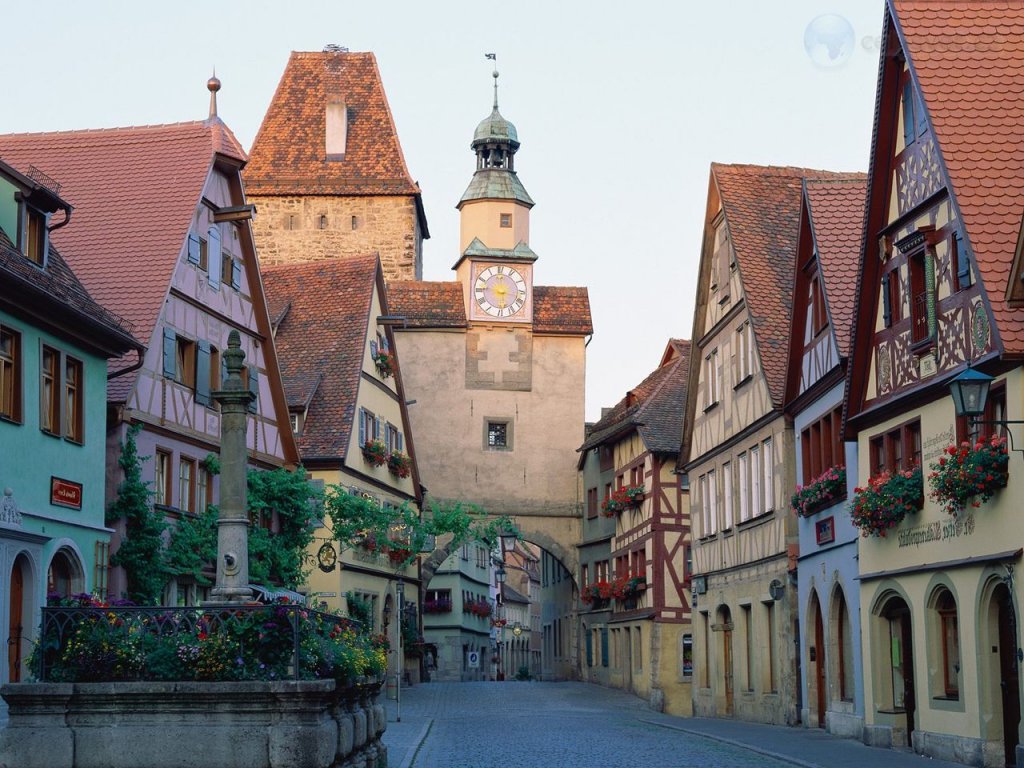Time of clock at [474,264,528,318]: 5:46
